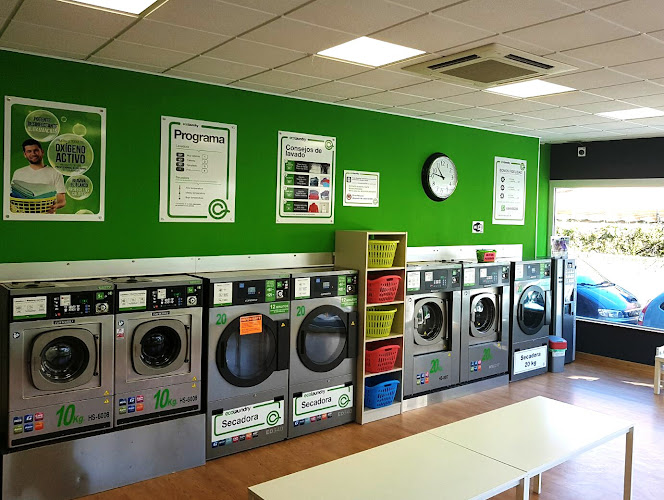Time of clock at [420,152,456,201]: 10:47
